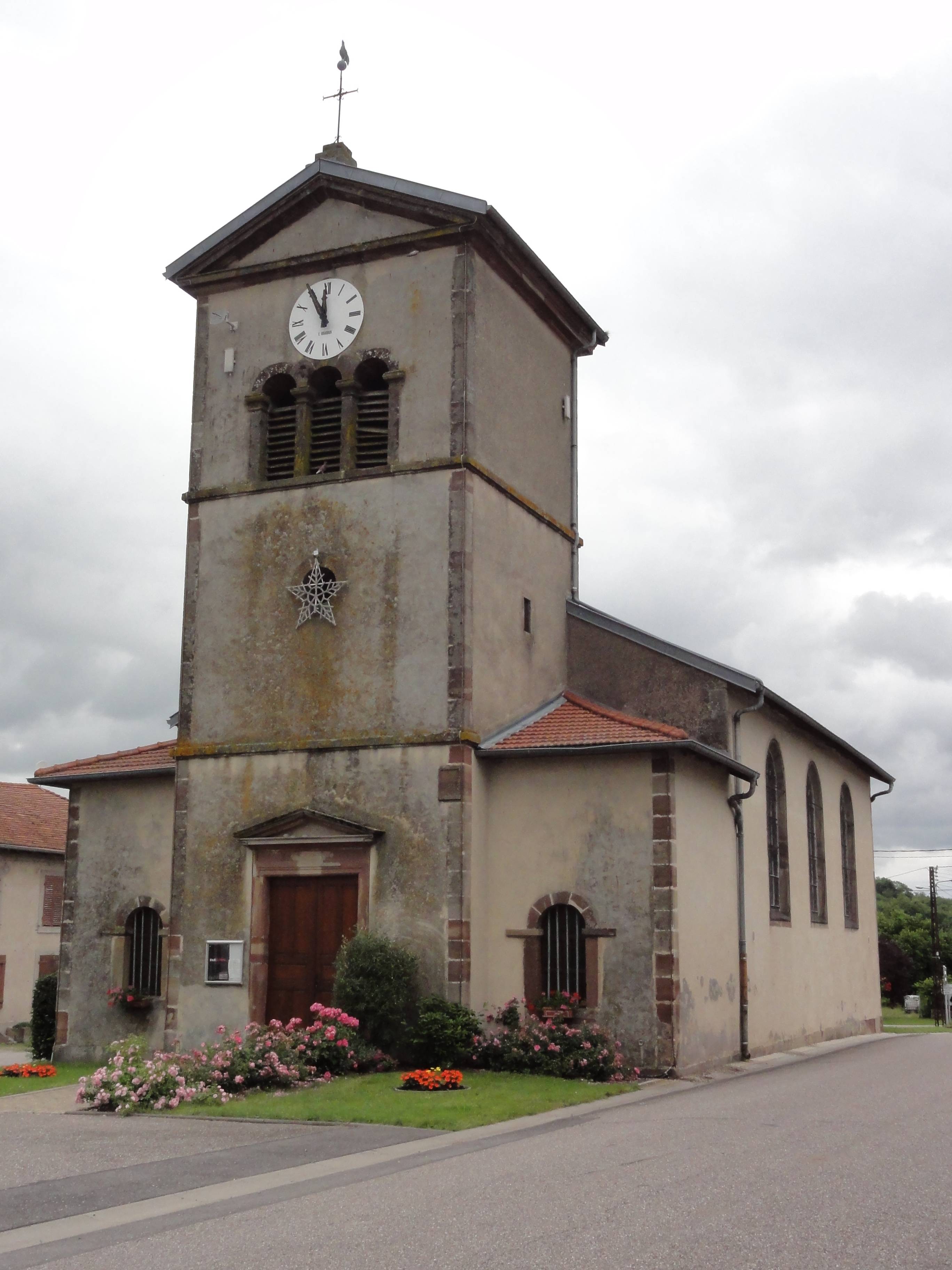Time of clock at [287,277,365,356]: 11:55
